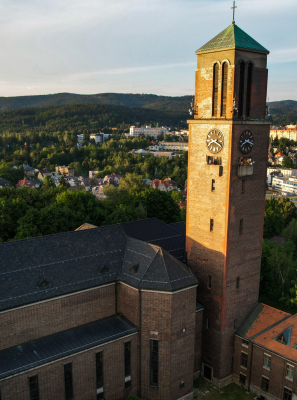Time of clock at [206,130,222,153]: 8:19
